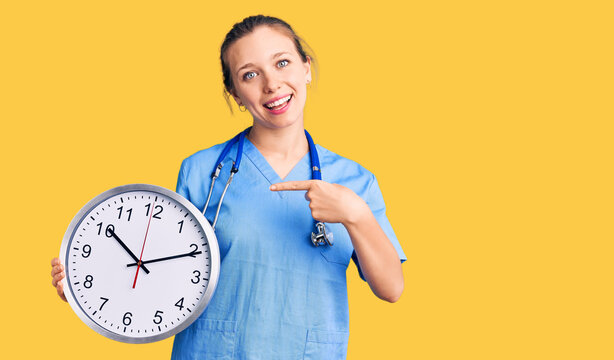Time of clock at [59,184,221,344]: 10:10
